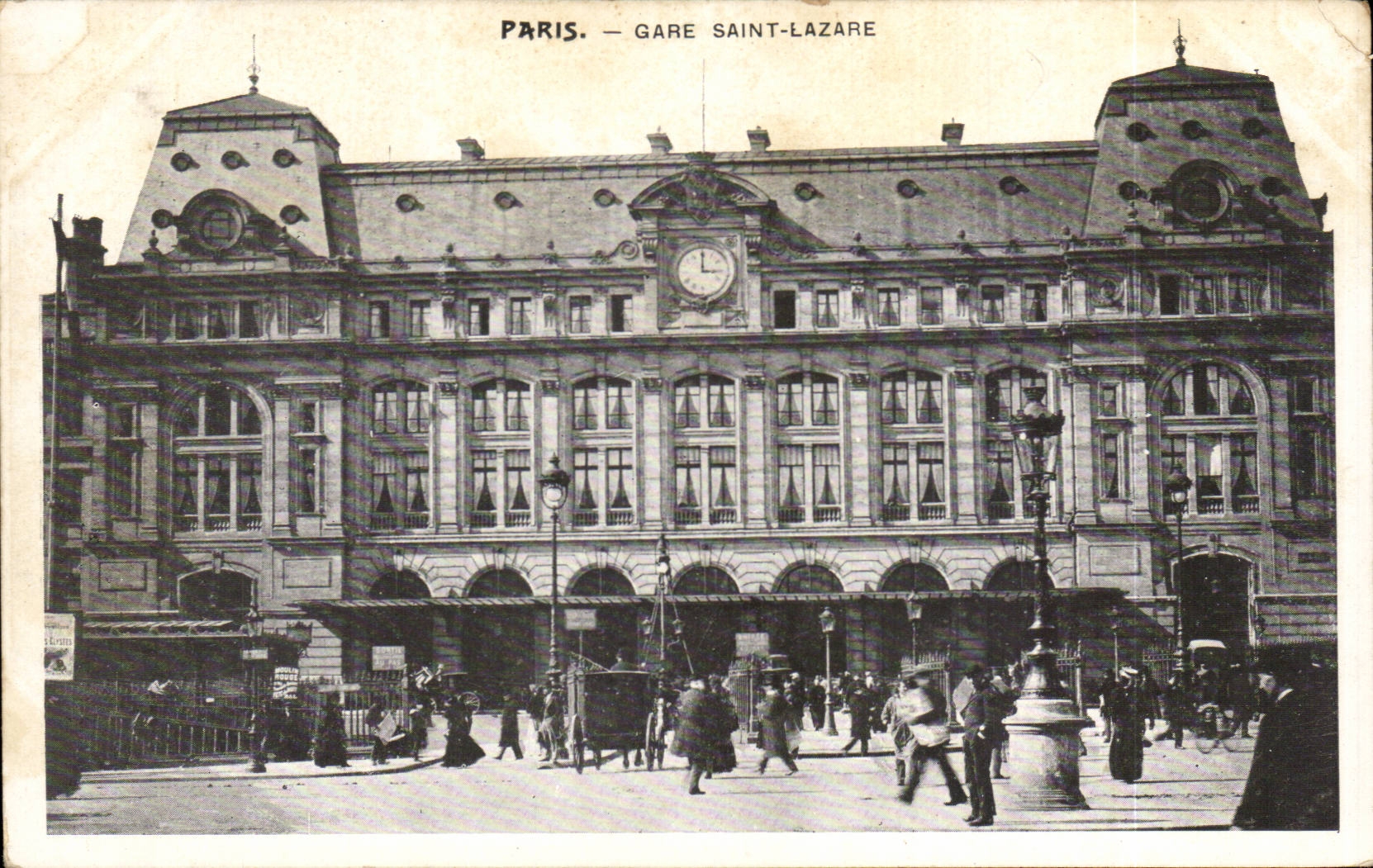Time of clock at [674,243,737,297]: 3:00
